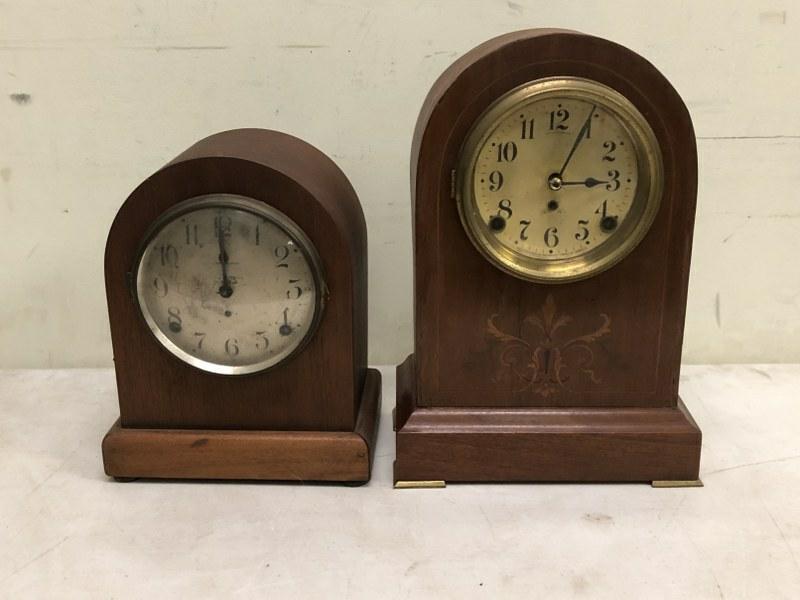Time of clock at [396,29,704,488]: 3:04
